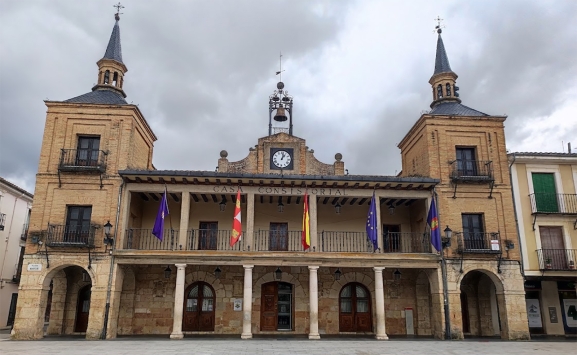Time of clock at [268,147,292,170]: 1:01
